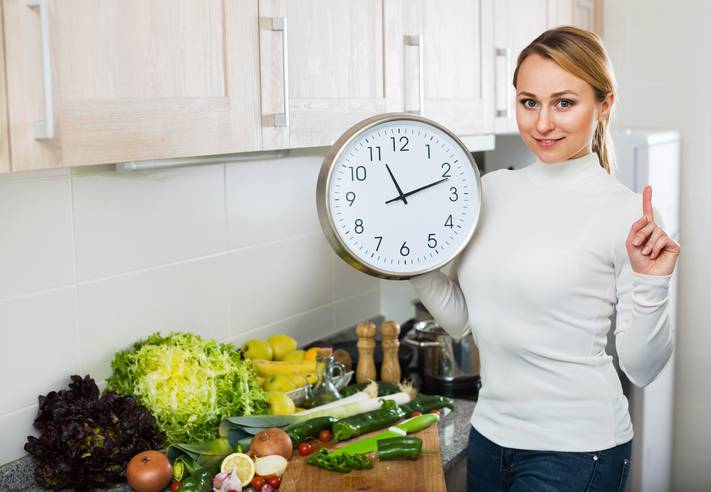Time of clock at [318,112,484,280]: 11:11
